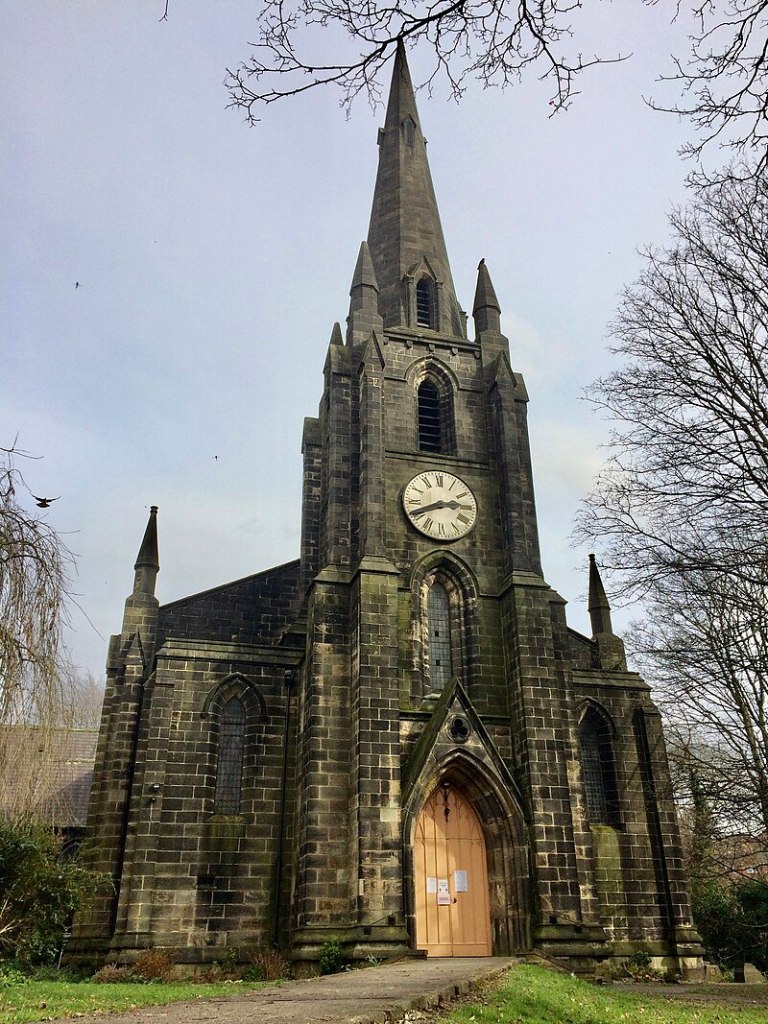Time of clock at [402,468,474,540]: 2:40
